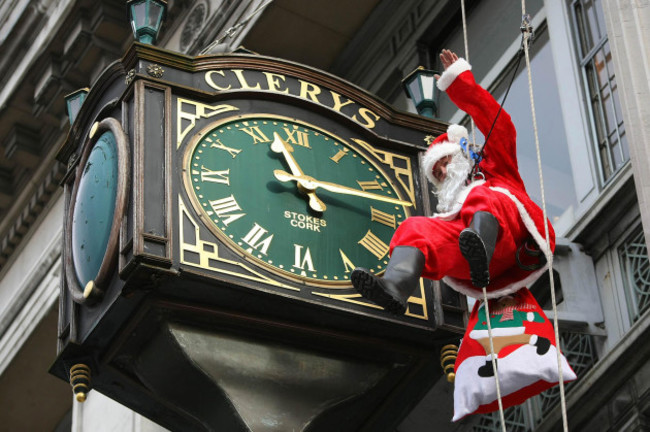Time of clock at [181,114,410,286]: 11:13
